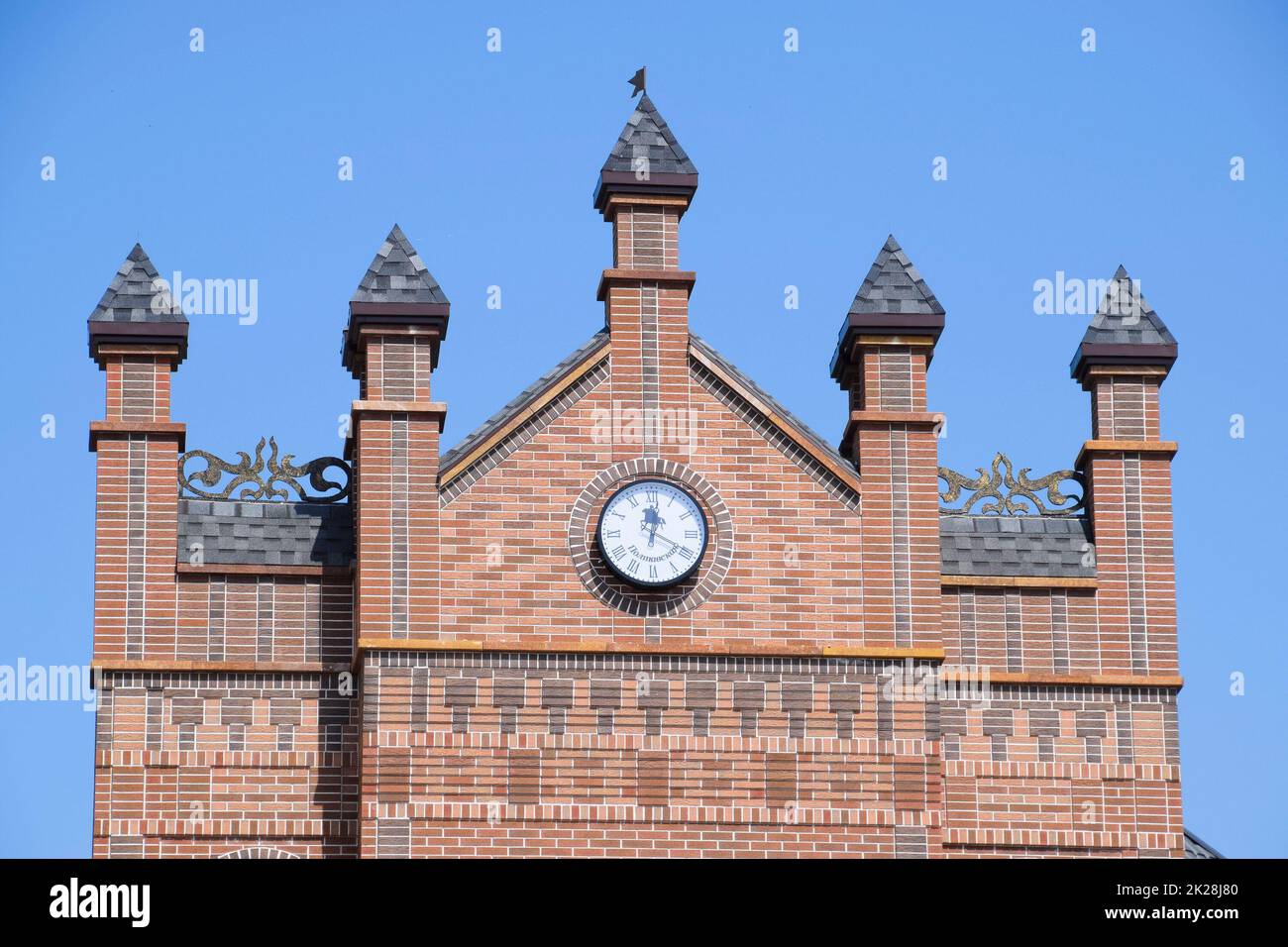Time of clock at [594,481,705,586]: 12:01
